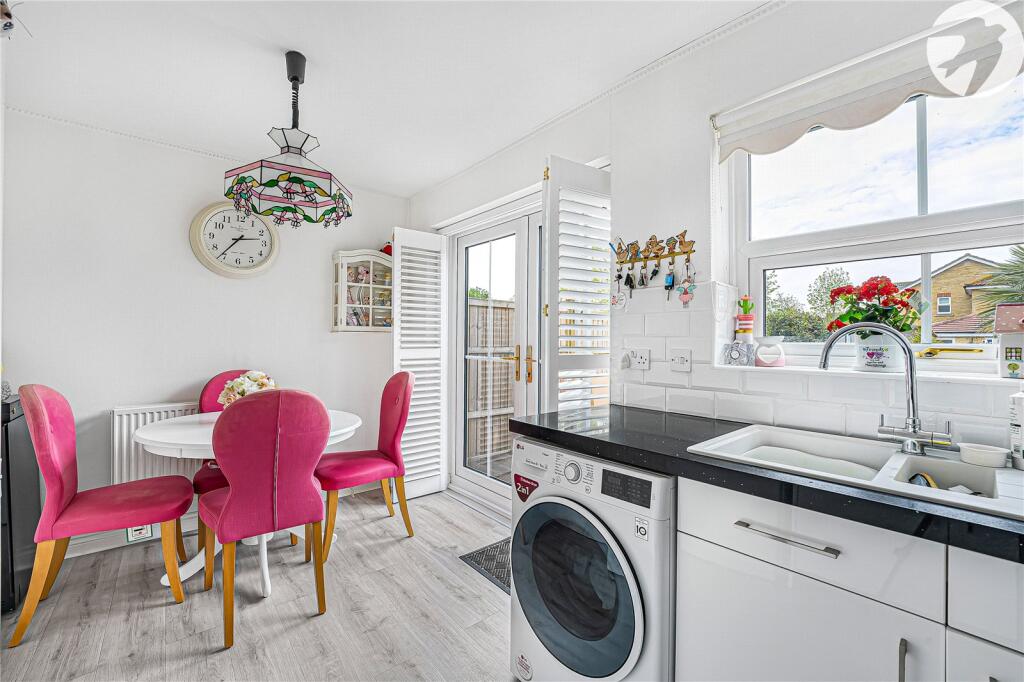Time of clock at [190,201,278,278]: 2:36
